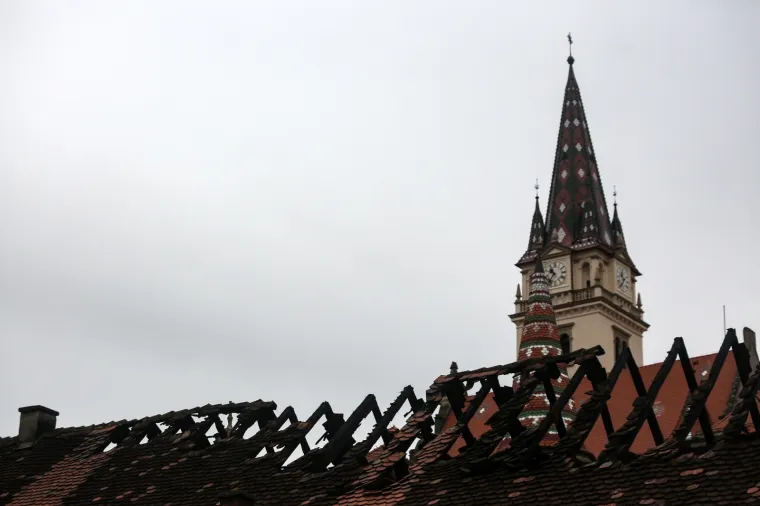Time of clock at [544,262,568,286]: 10:36
